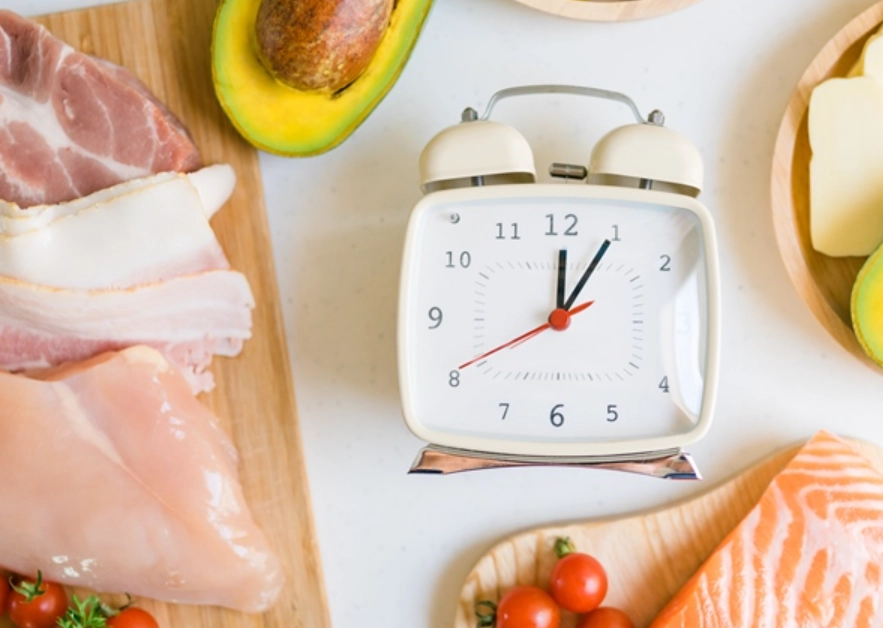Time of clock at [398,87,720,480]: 12:05
